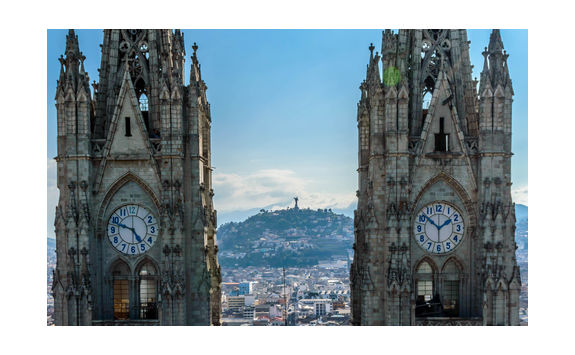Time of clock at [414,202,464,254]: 1:51
